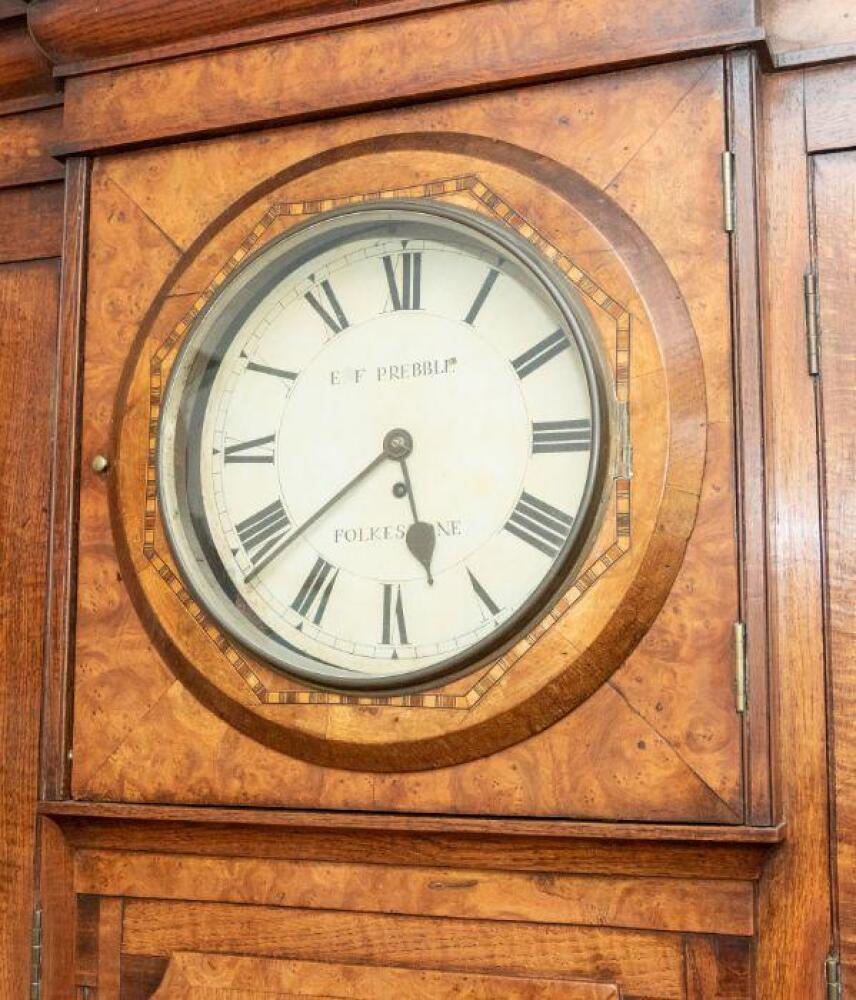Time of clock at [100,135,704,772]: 5:38
